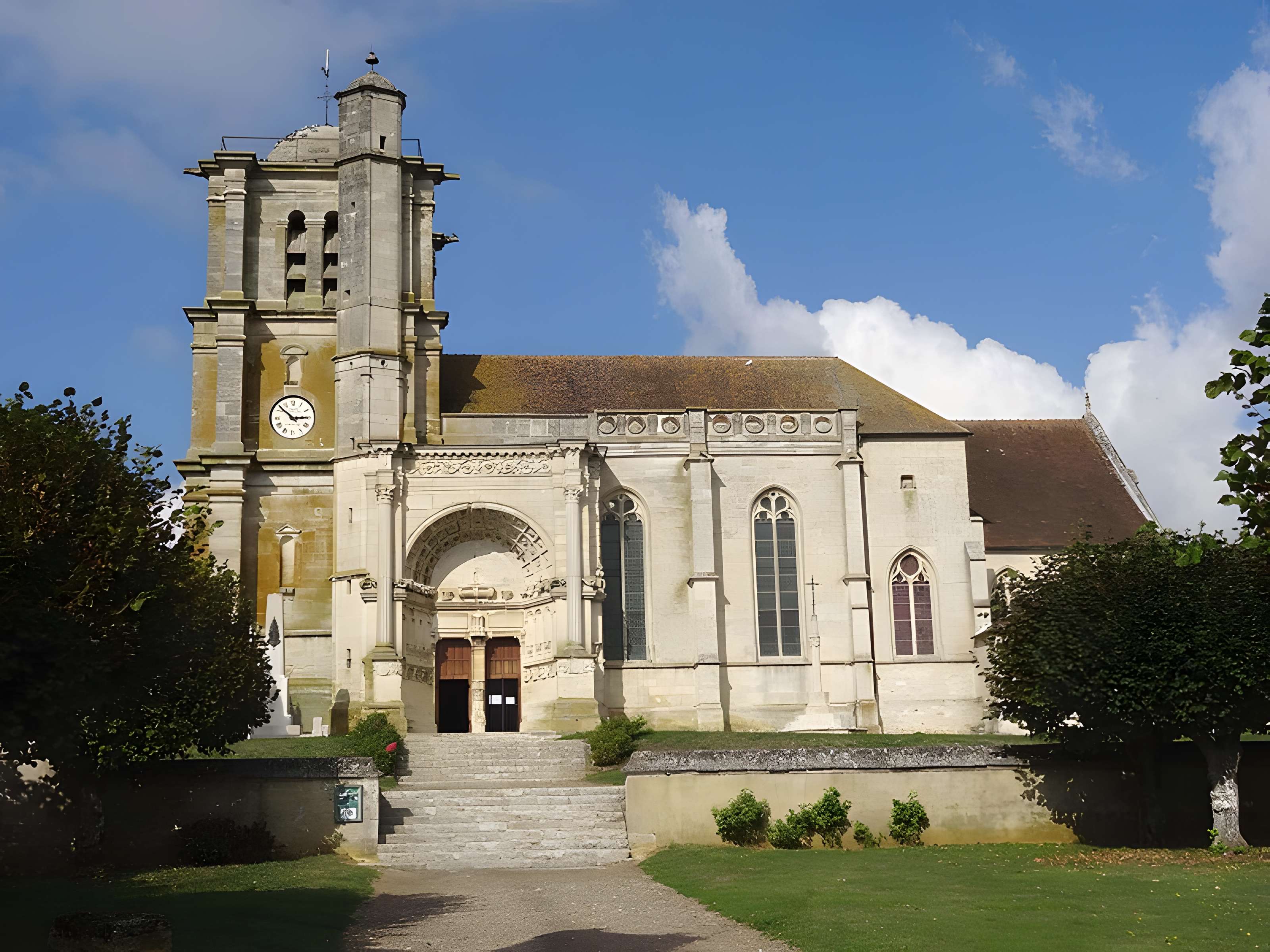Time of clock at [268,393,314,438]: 2:51
